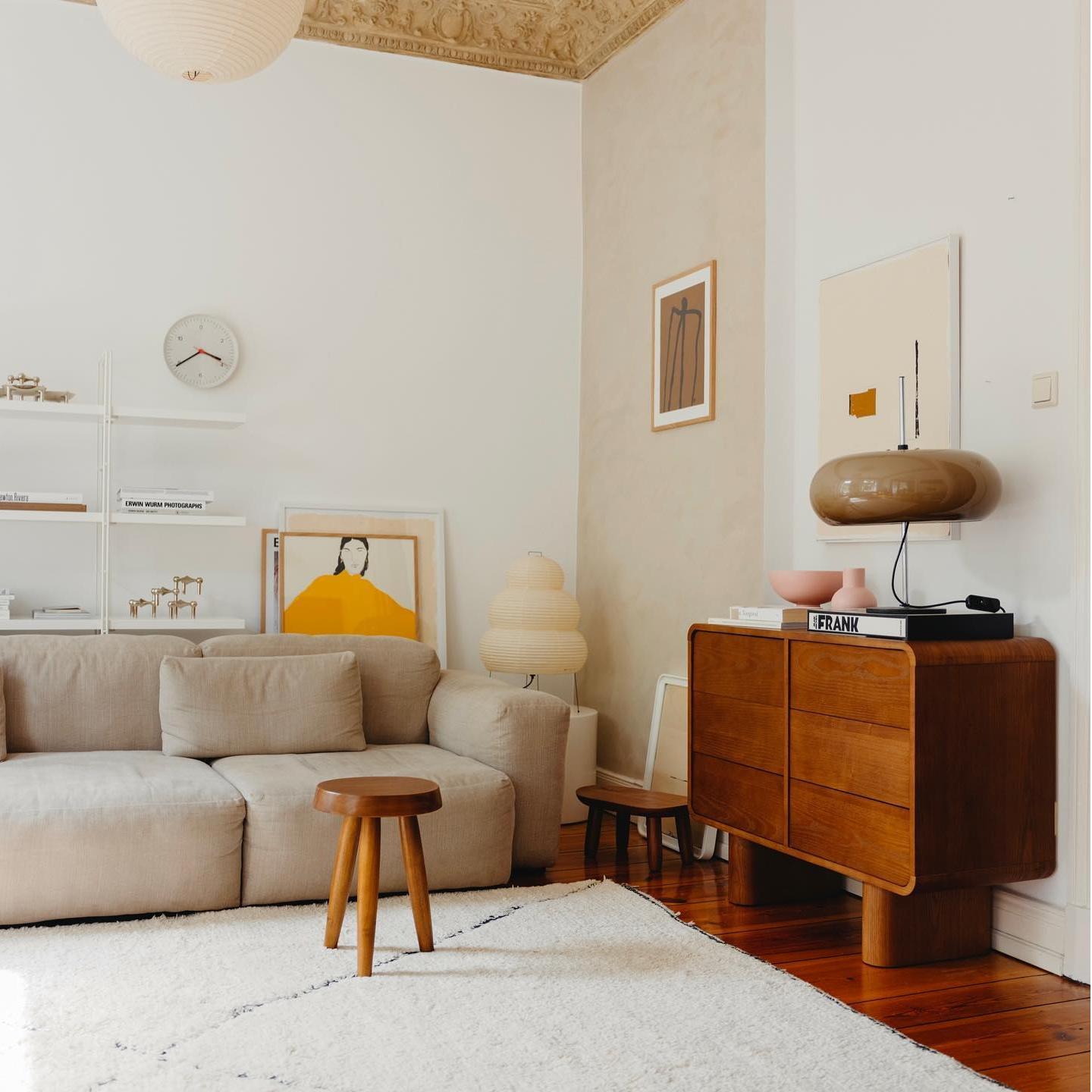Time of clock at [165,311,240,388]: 3:39
